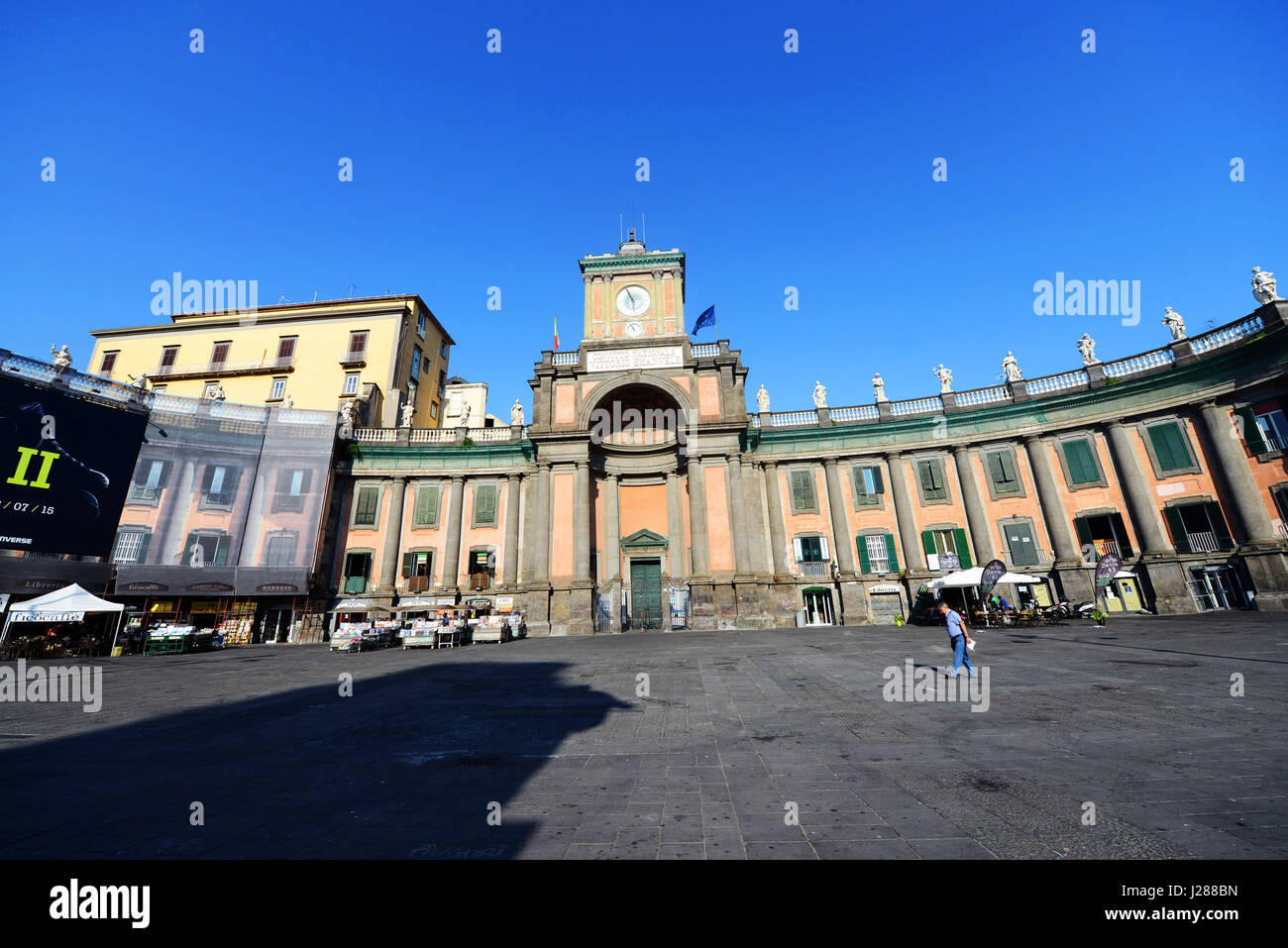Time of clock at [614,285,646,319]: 5:56
